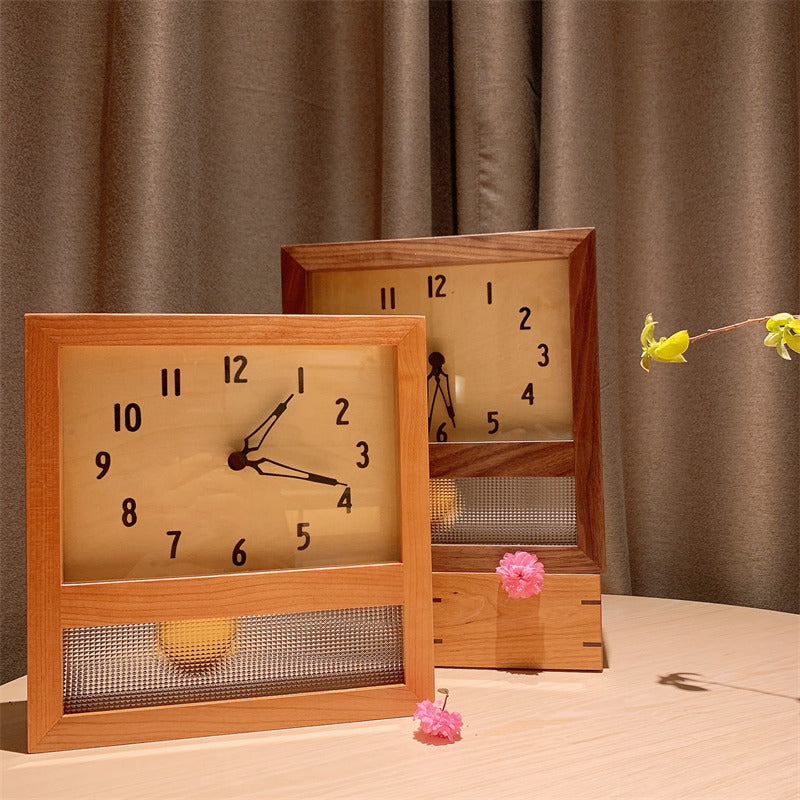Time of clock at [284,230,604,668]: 1:18
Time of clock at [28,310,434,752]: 1:18
